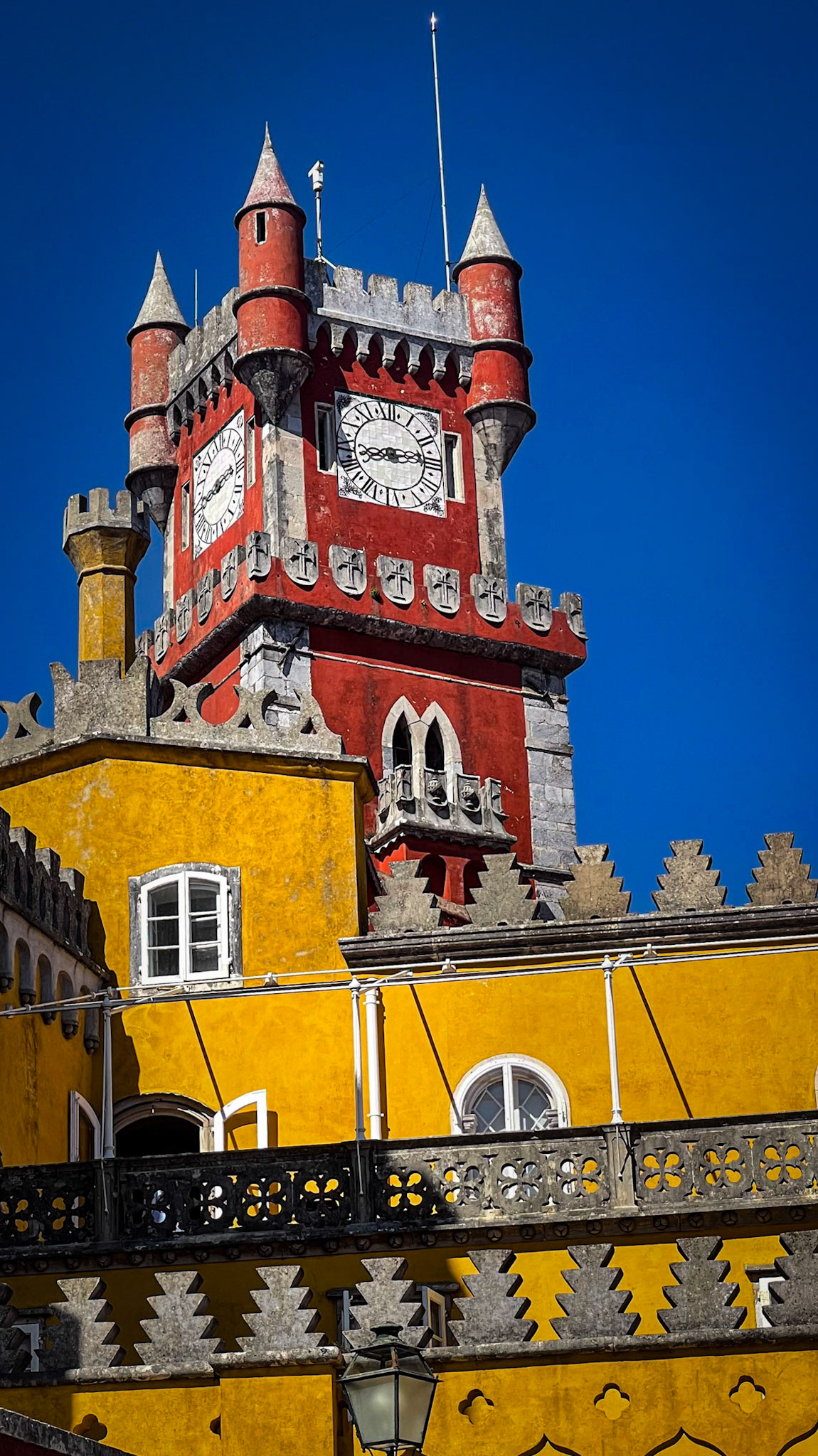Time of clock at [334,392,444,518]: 8:13
